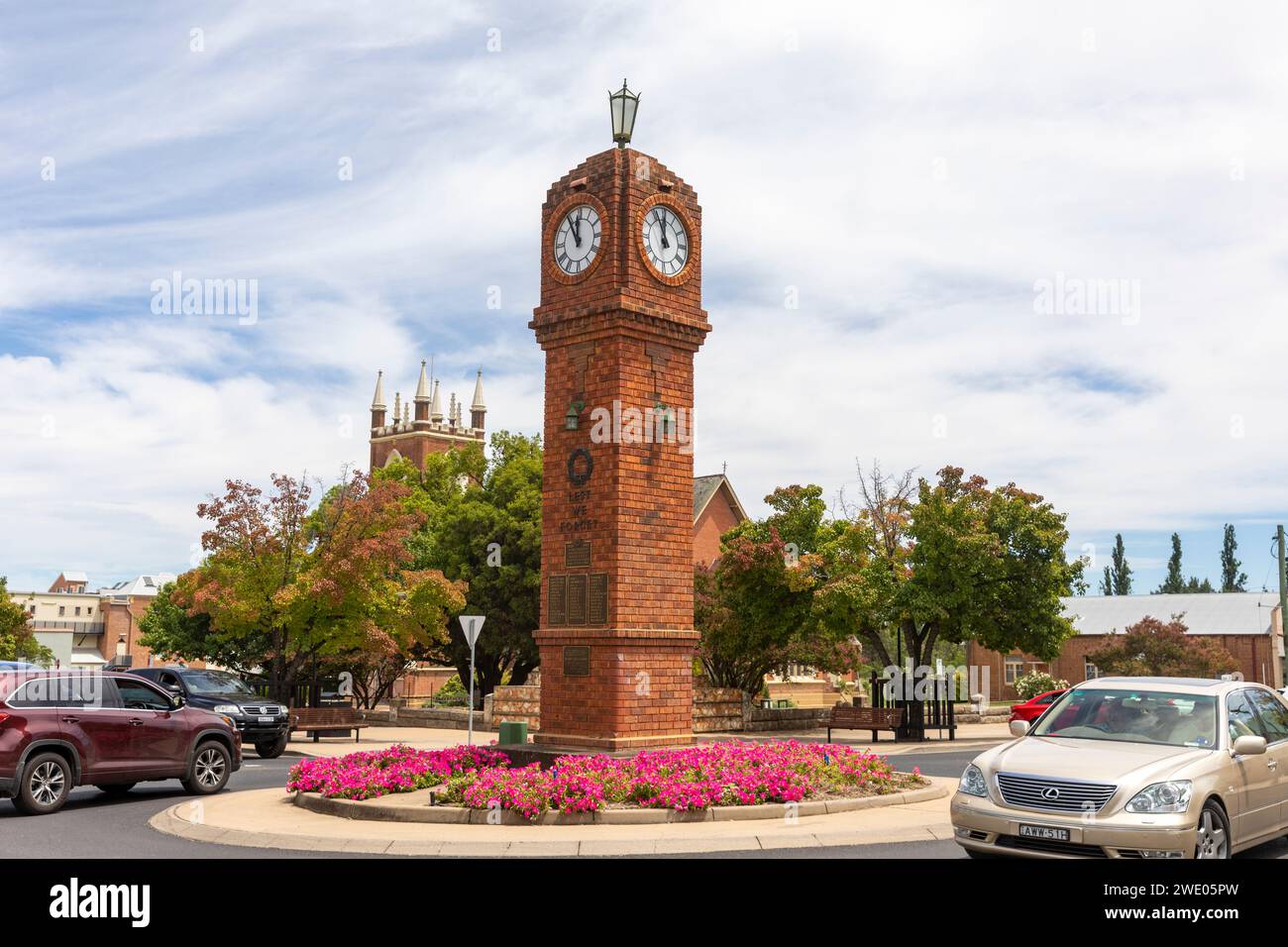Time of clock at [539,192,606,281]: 11:55
